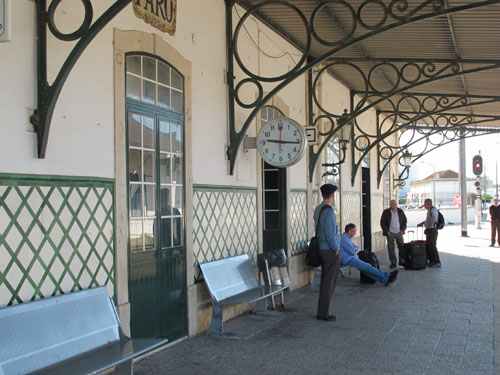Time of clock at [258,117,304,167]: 9:15
